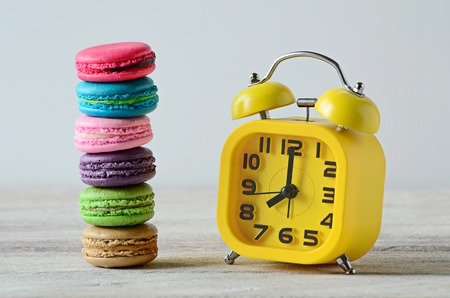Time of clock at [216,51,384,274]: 7:59
